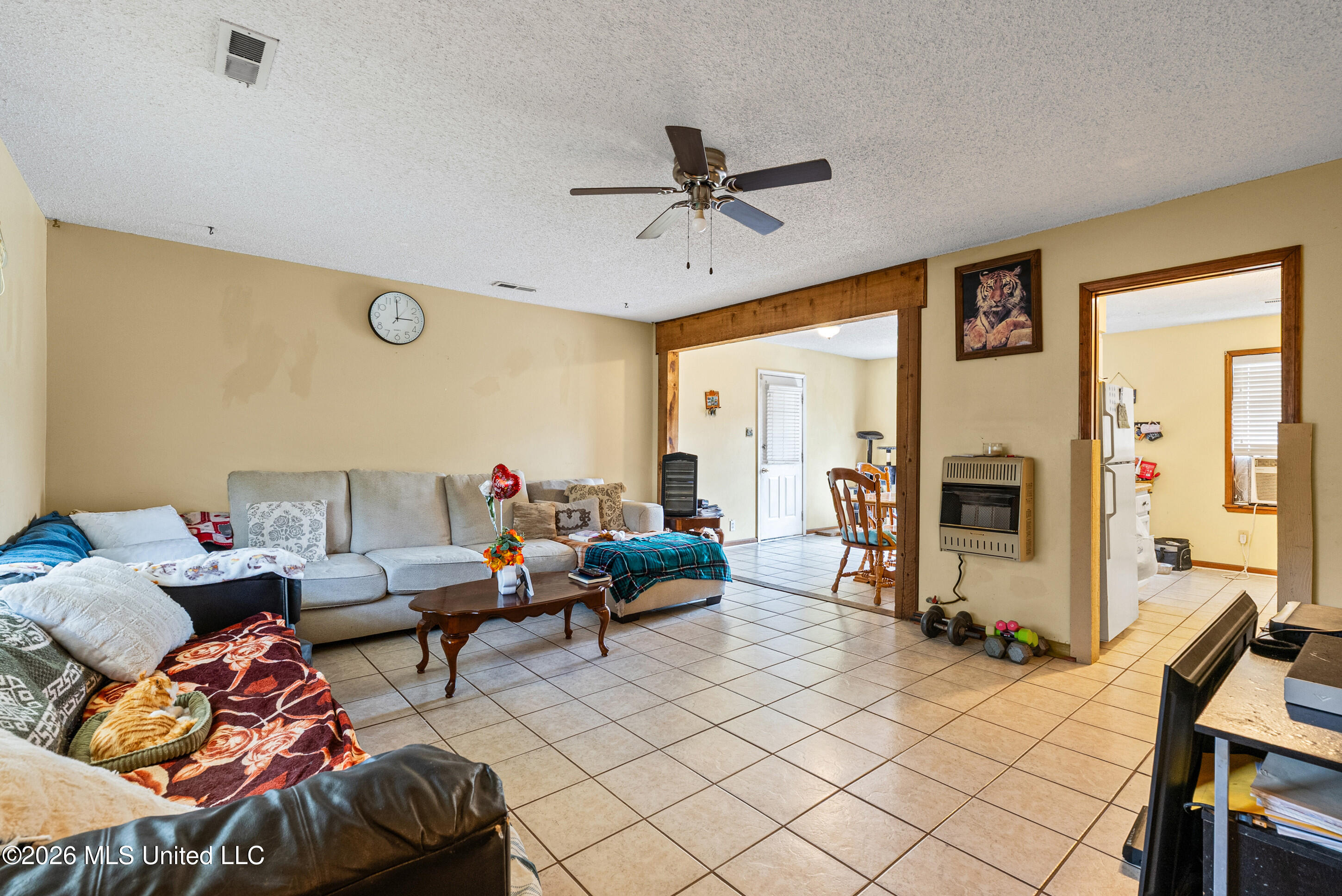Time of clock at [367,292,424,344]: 2:59
